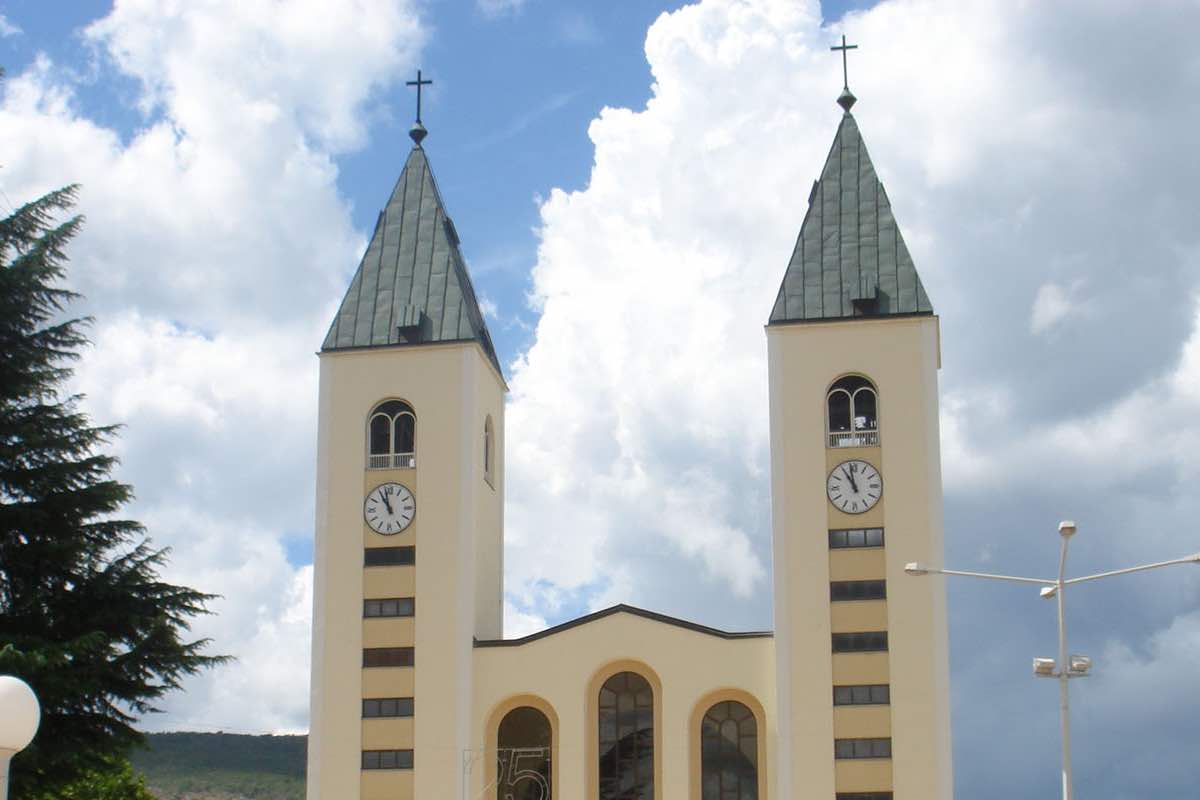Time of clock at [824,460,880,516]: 10:58
